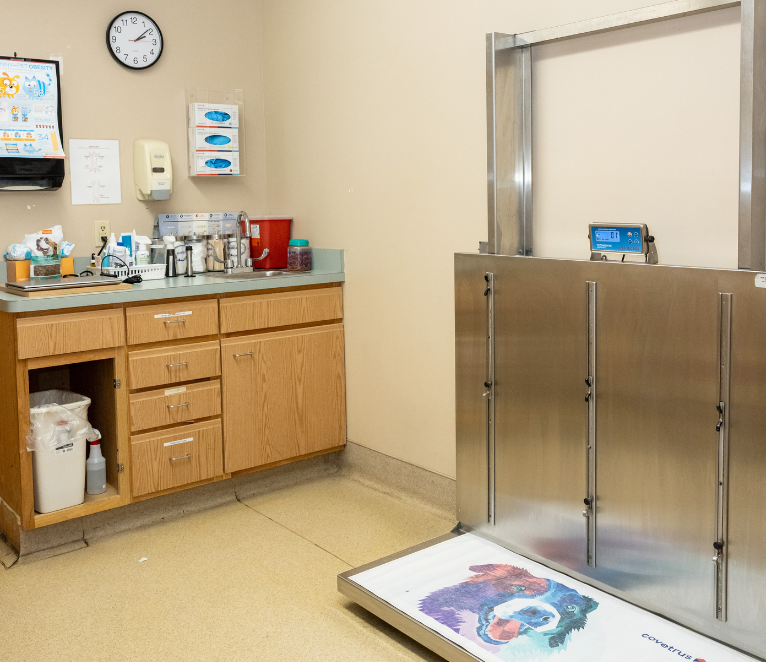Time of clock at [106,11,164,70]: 2:08
